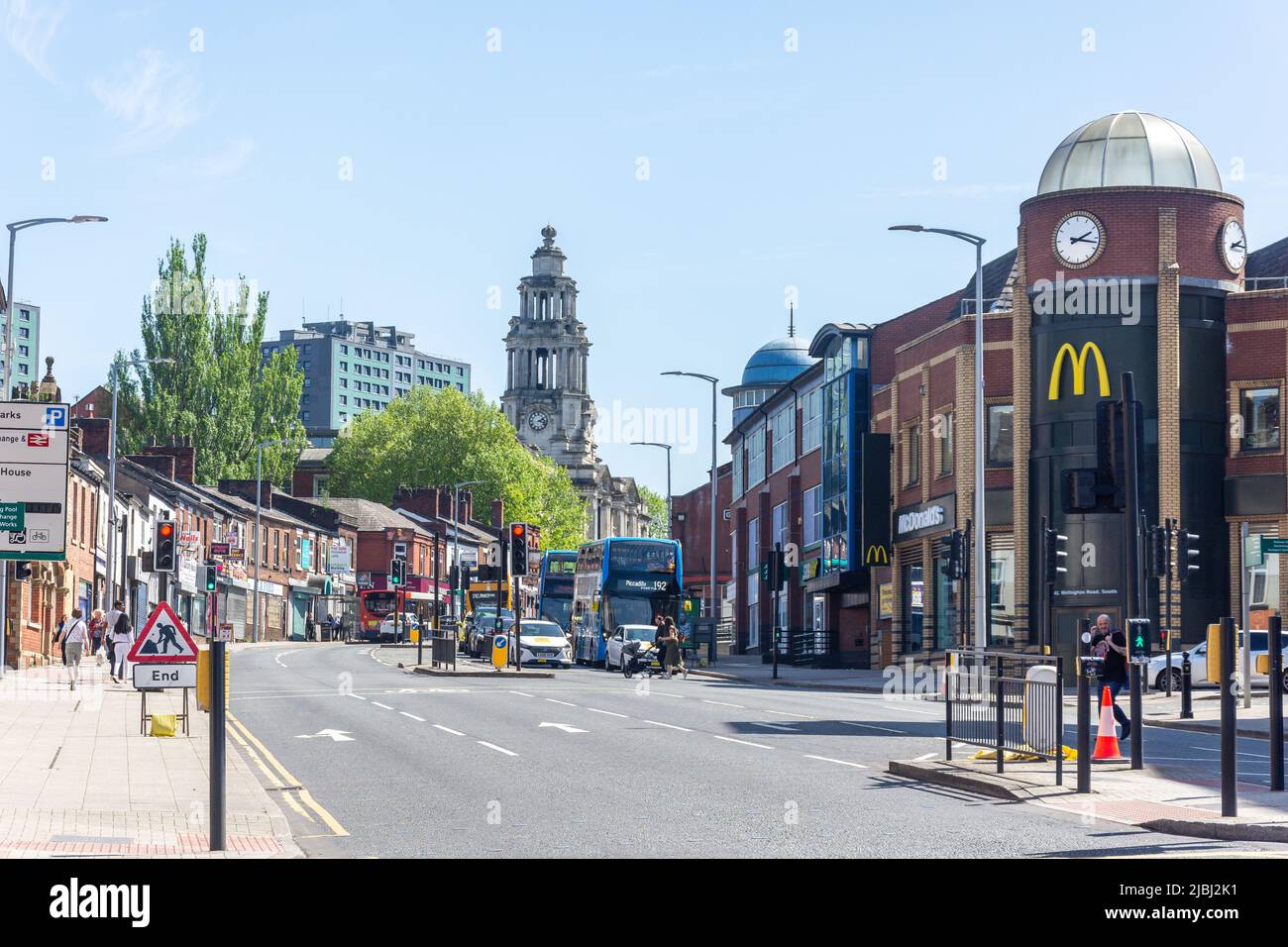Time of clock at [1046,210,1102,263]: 2:17
